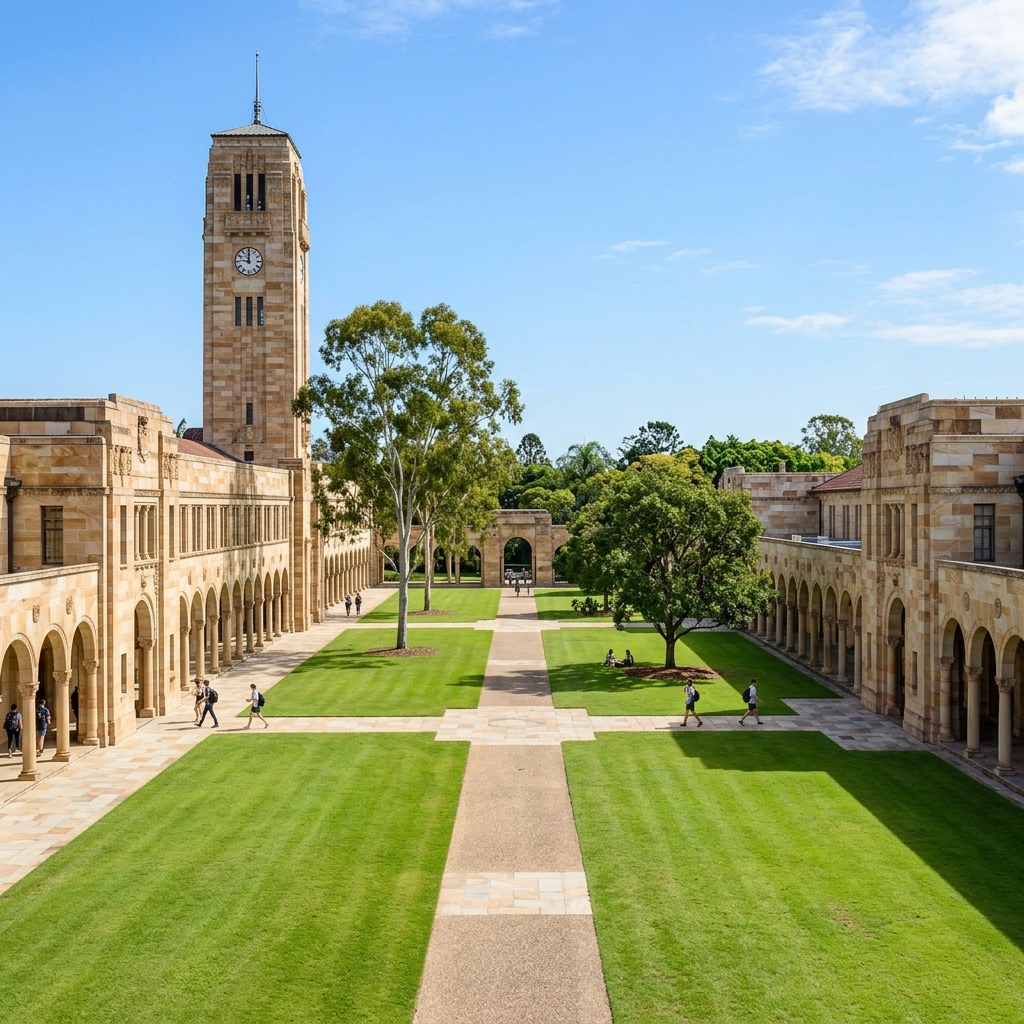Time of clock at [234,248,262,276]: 11:46
